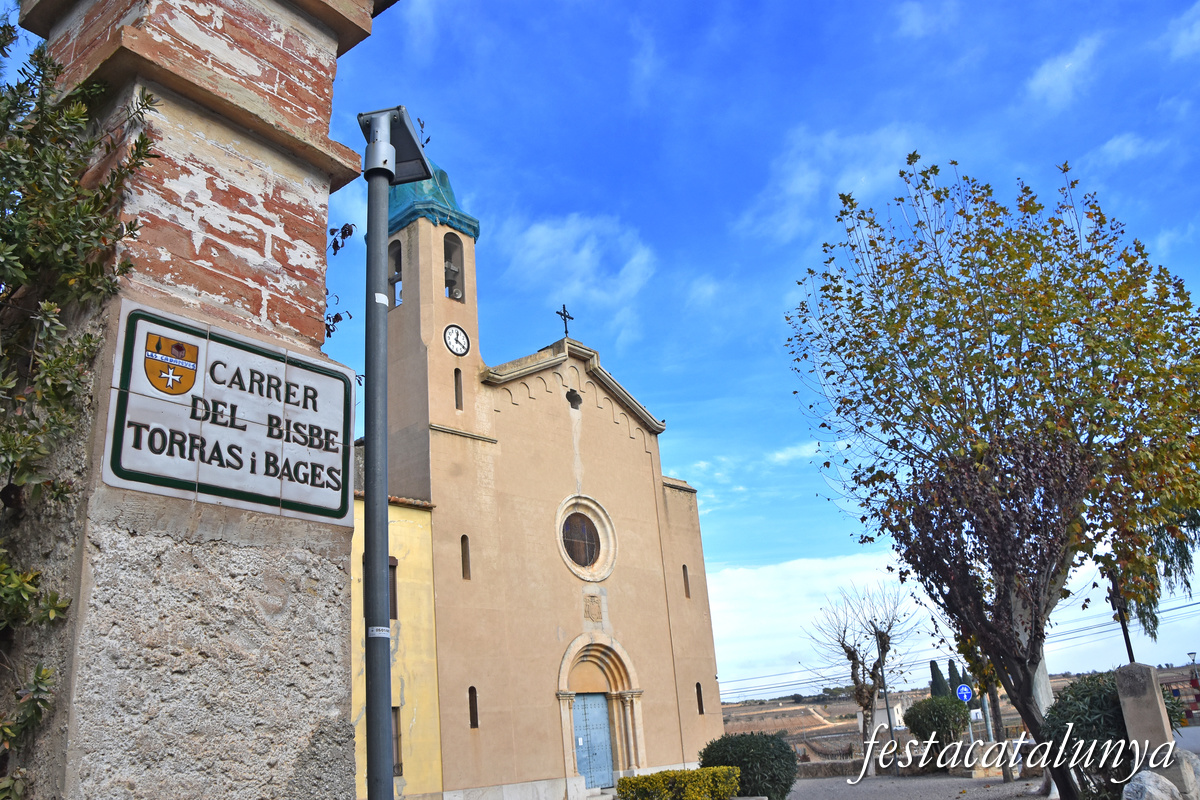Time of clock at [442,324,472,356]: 12:19
